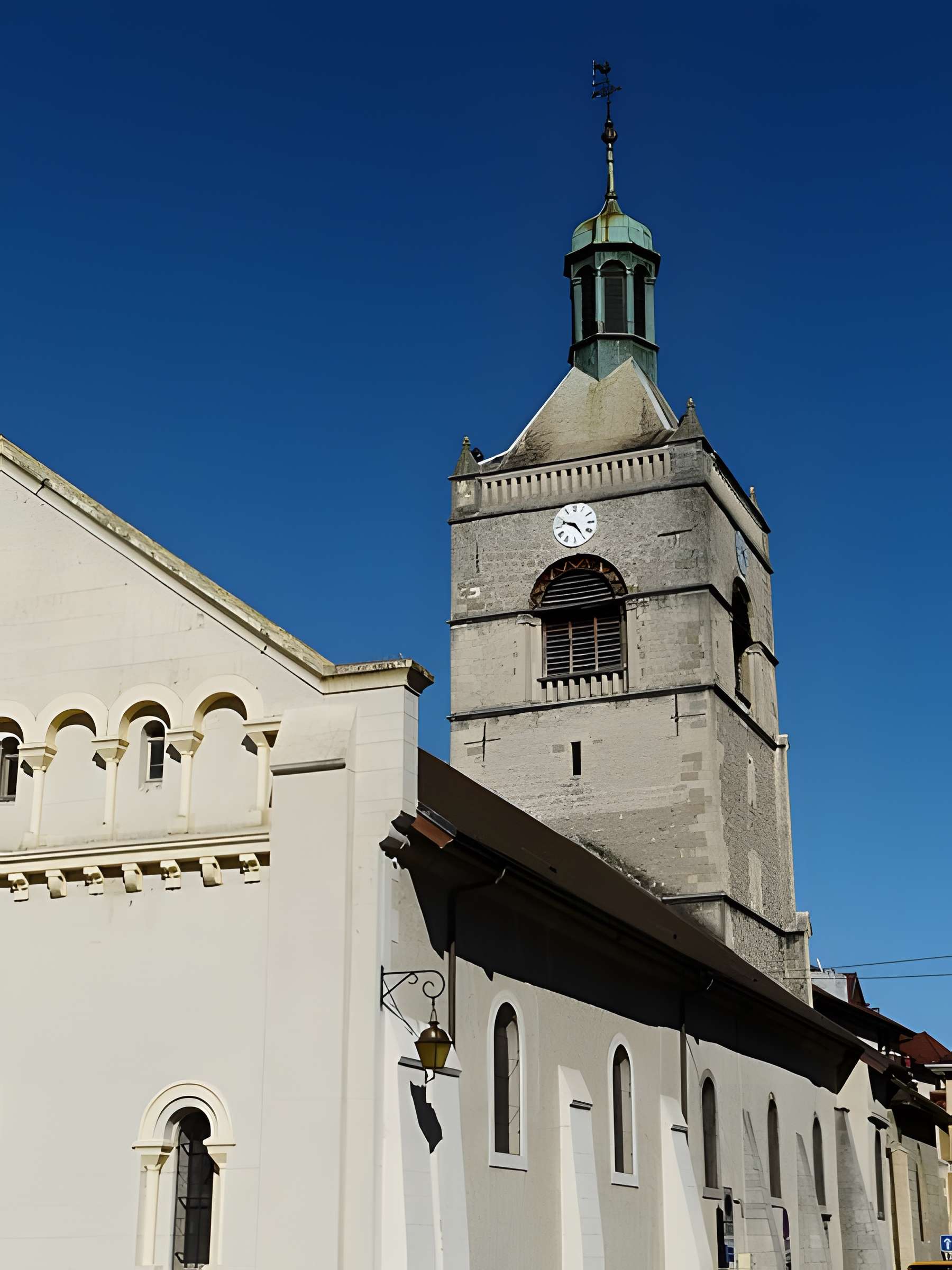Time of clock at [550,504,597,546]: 9:24
